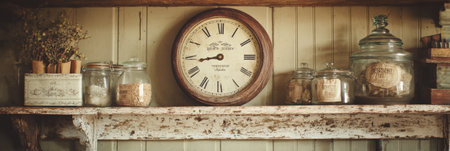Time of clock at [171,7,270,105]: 8:43
